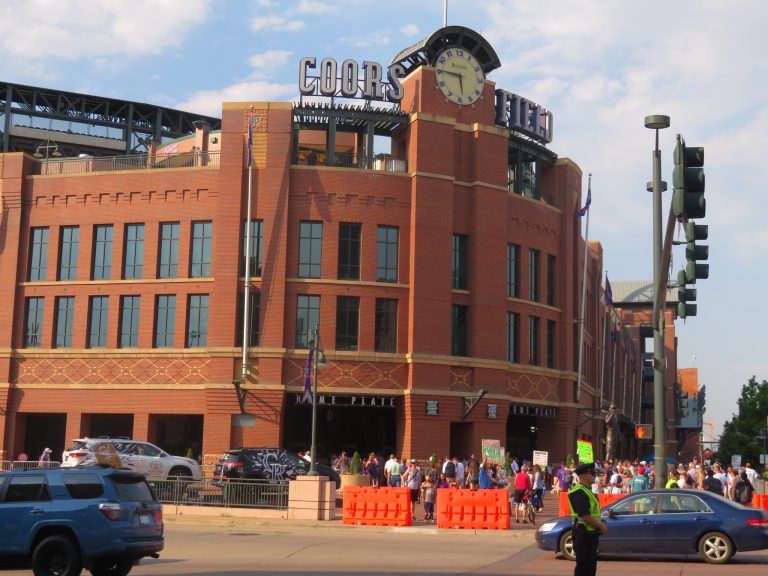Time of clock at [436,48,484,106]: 5:45
